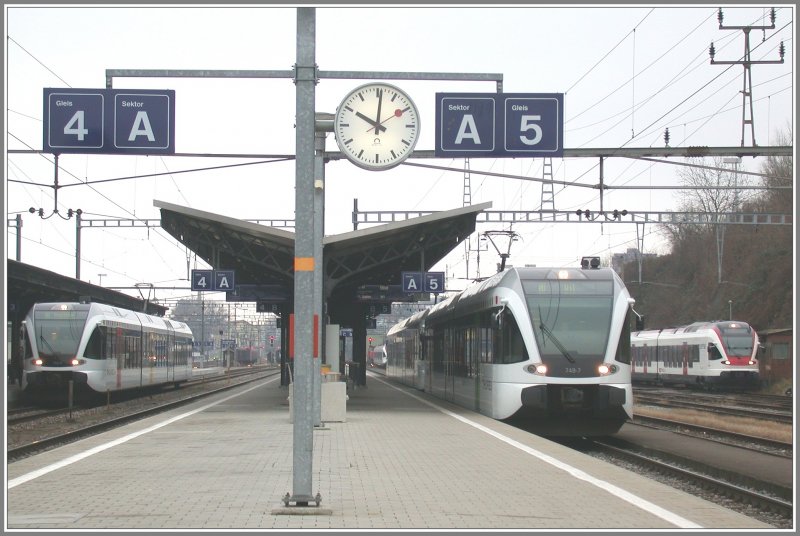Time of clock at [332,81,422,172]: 10:00
